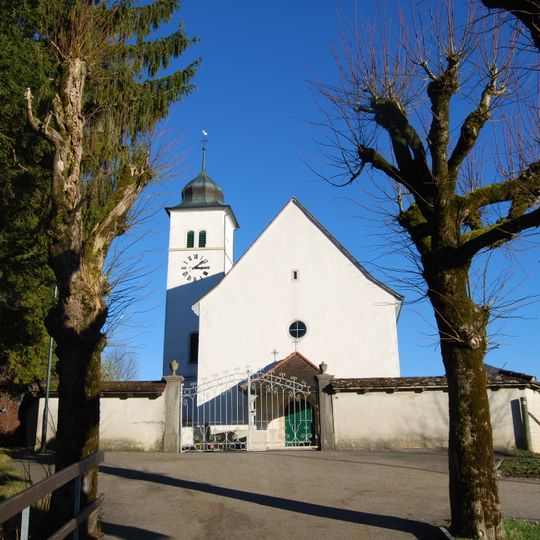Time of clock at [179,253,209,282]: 3:08
